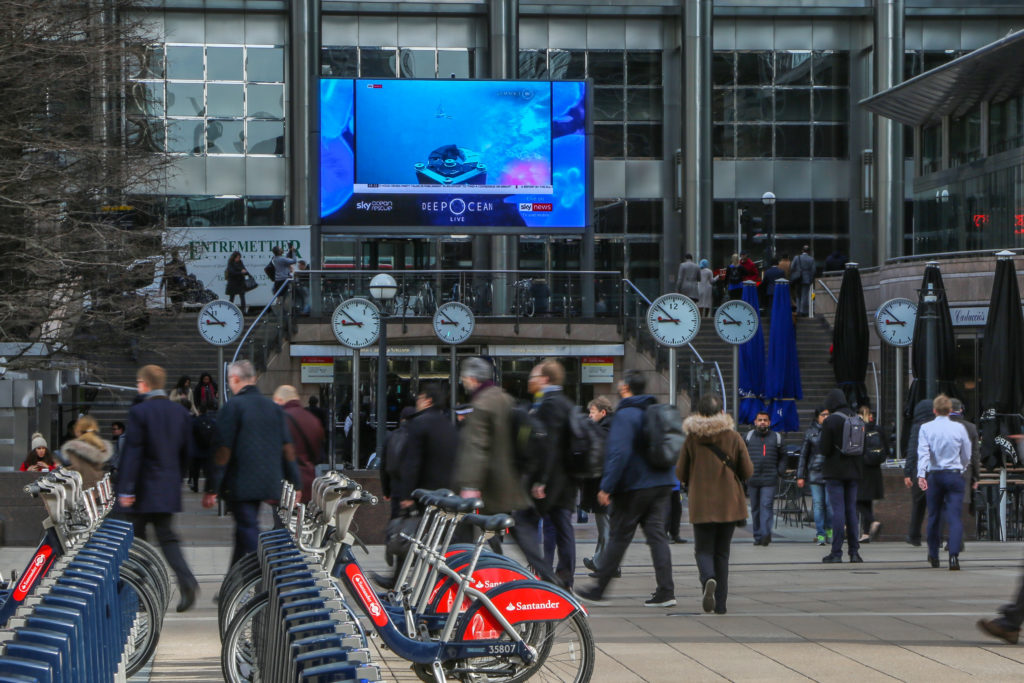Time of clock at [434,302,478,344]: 8:51
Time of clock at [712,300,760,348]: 8:51
